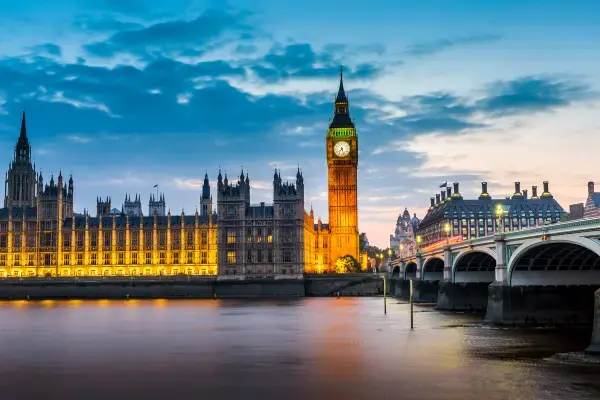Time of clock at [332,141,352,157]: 7:27
